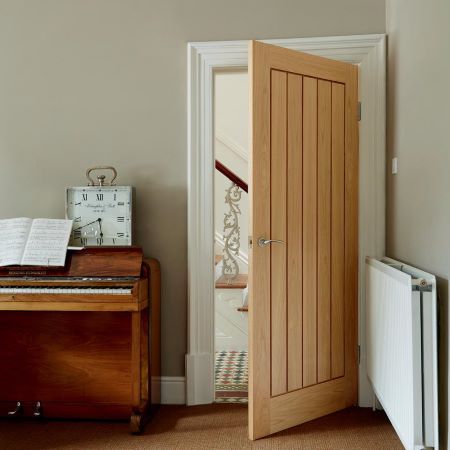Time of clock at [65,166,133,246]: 5:41
